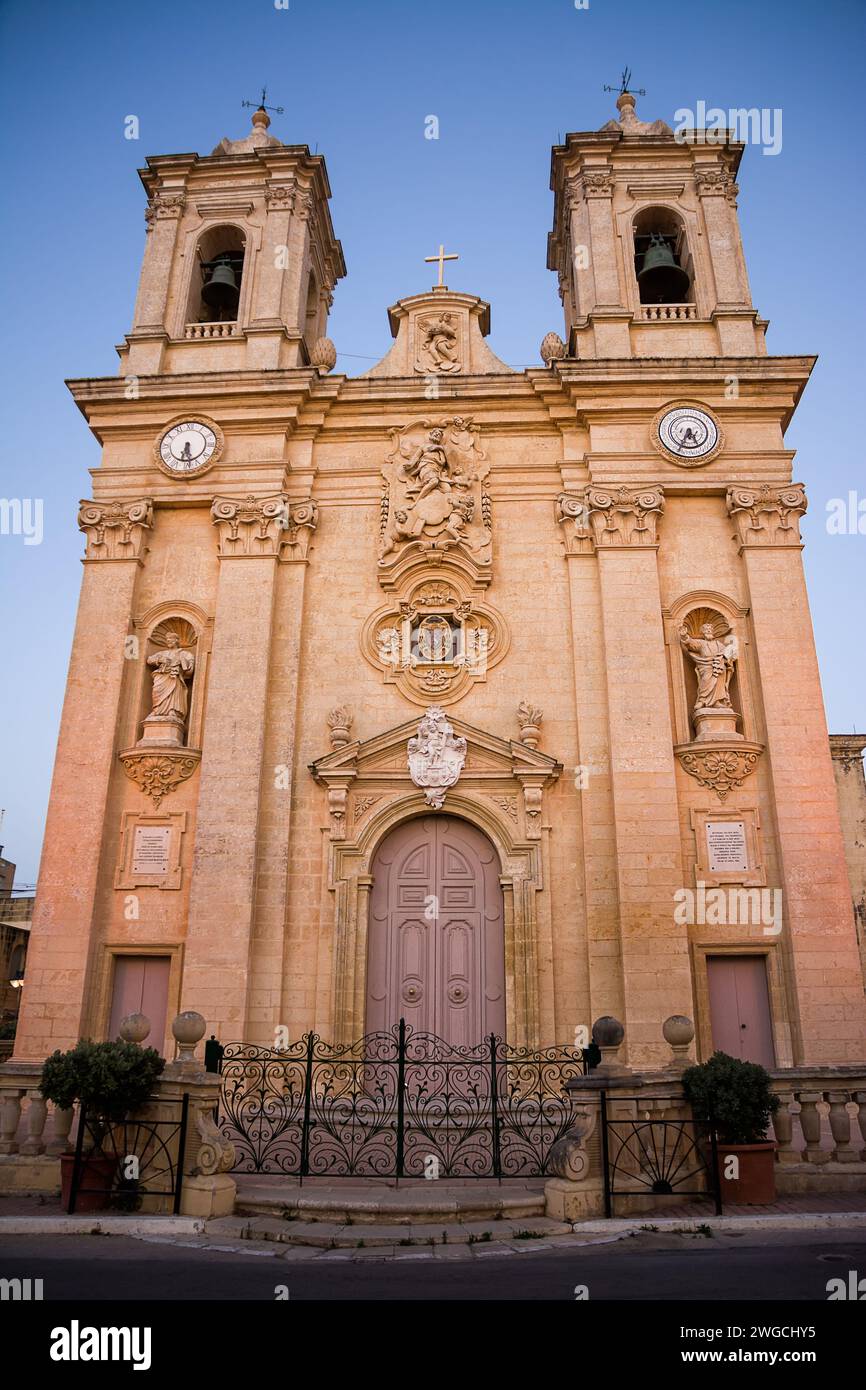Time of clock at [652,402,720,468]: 5:34
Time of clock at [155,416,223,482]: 6:28
